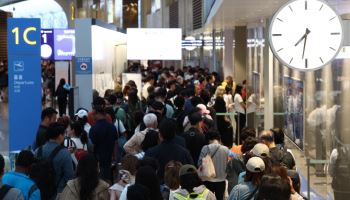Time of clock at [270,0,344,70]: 7:31
